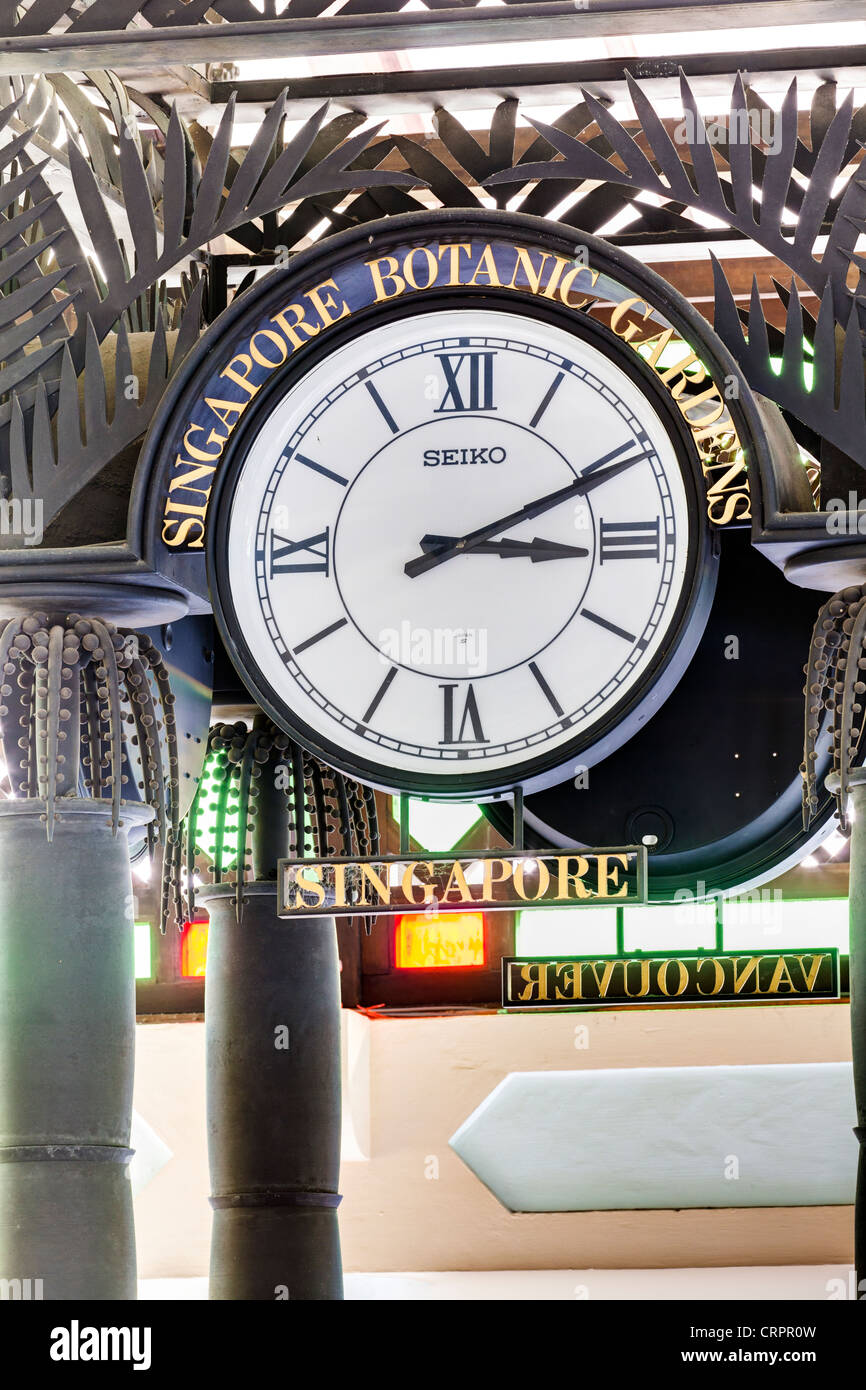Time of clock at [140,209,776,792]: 3:10
